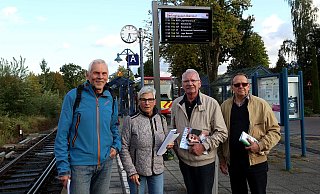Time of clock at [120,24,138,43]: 5:33
